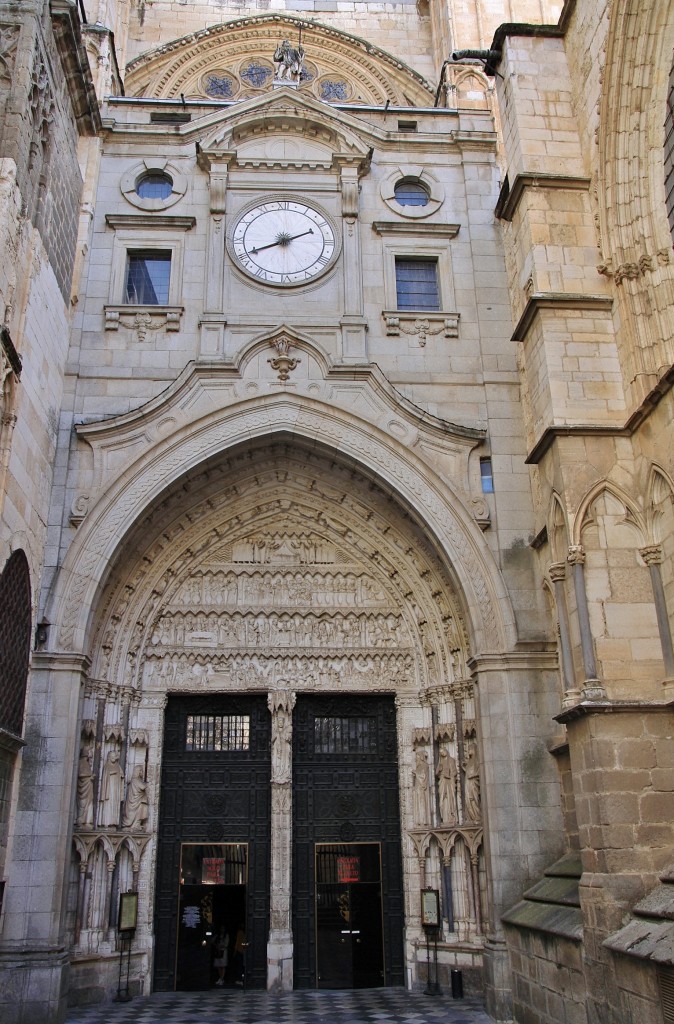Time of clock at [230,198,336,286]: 8:11
